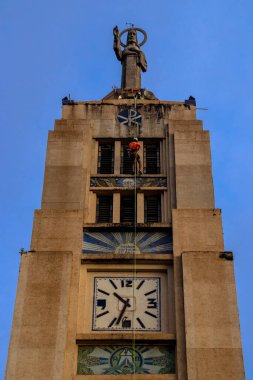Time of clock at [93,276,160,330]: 10:34
